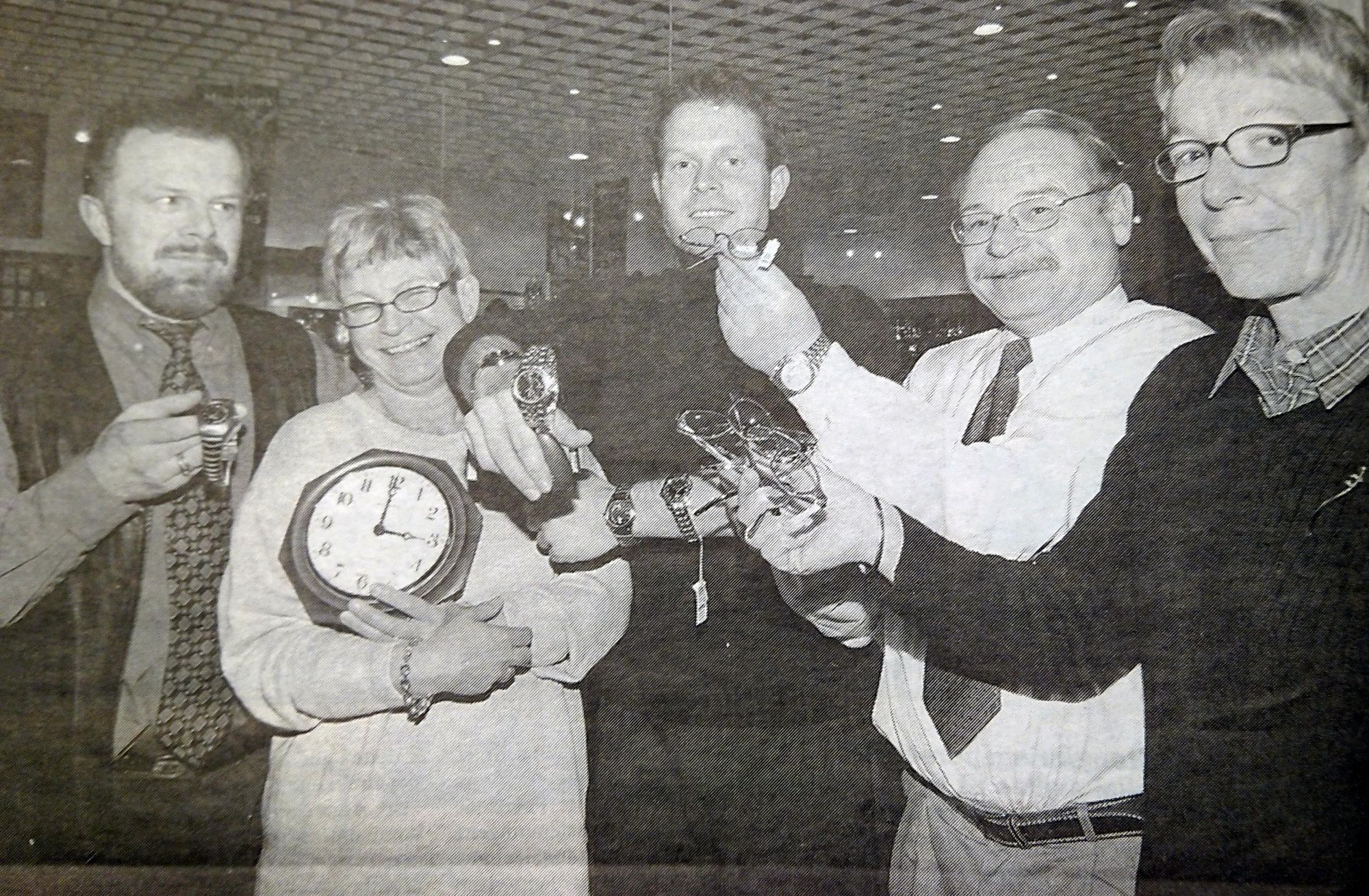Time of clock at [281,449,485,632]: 3:00
